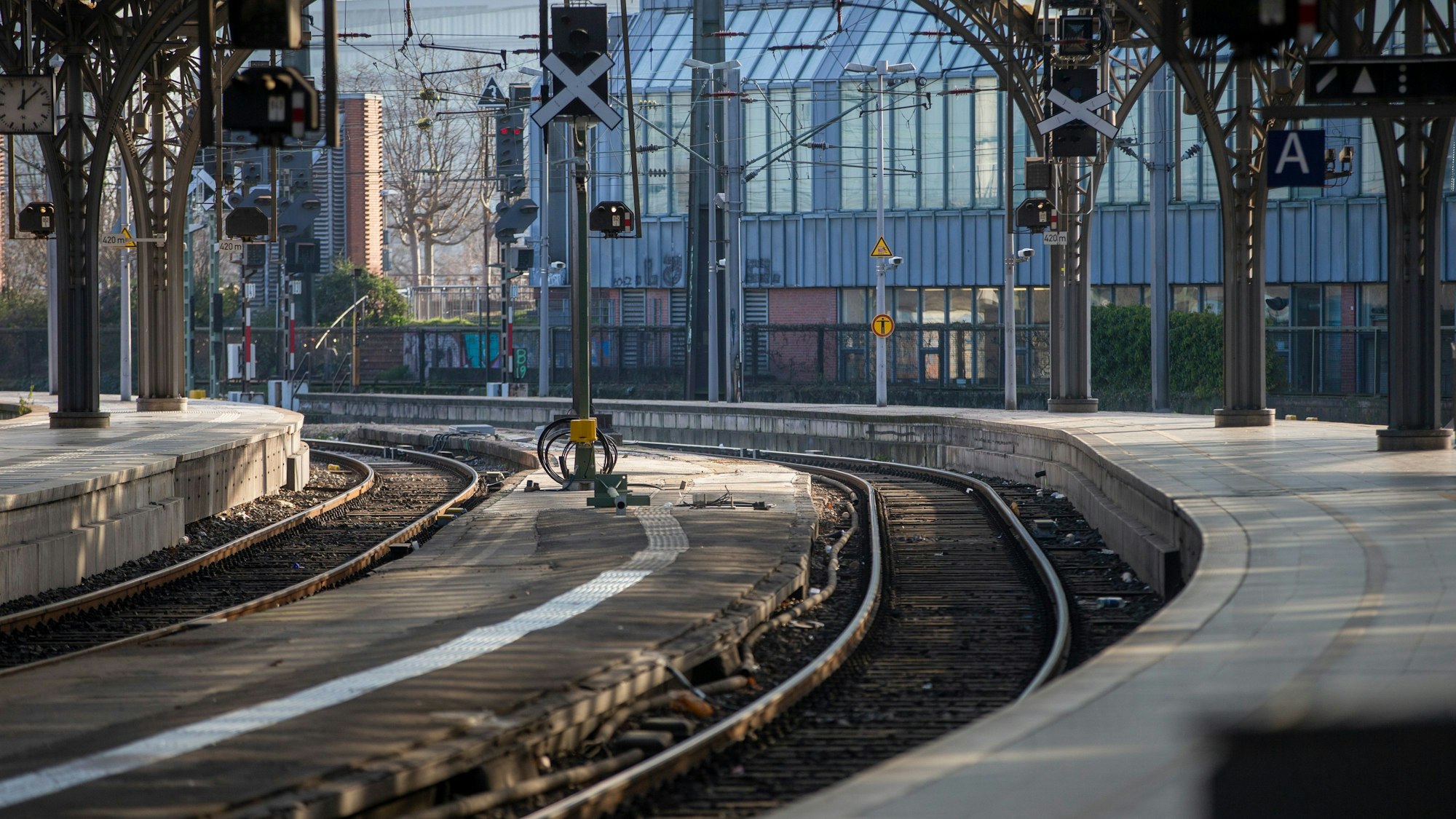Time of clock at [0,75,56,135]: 12:07
